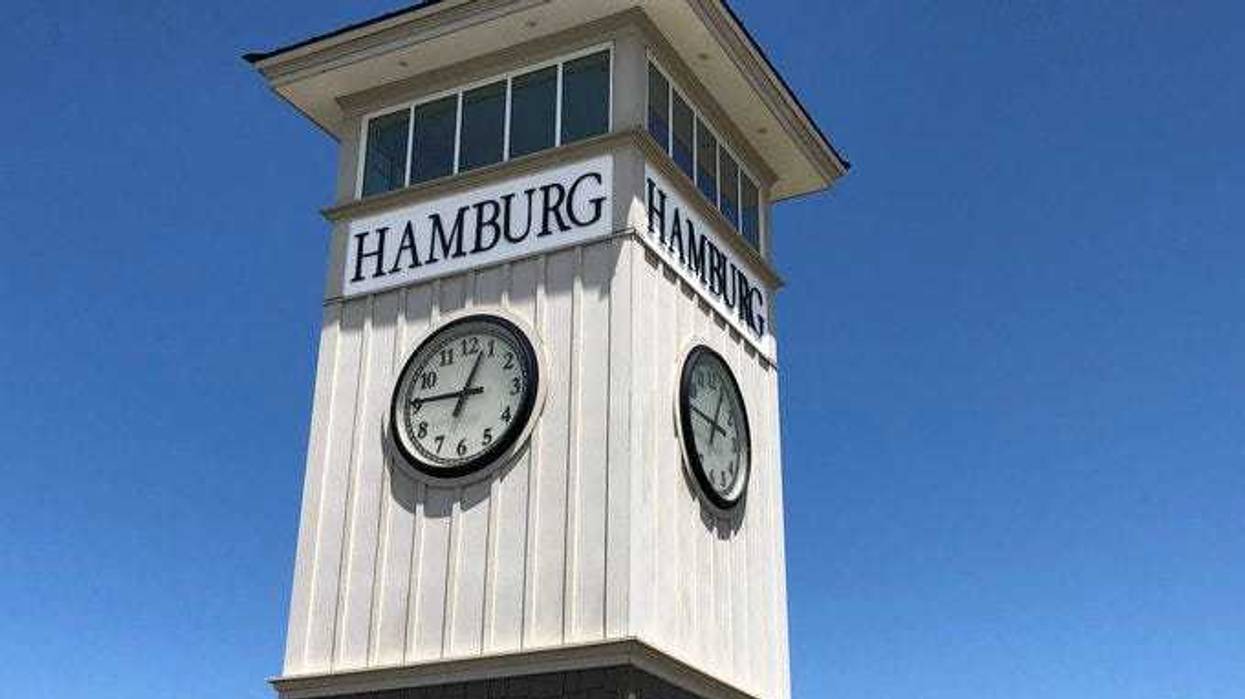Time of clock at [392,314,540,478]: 12:45
